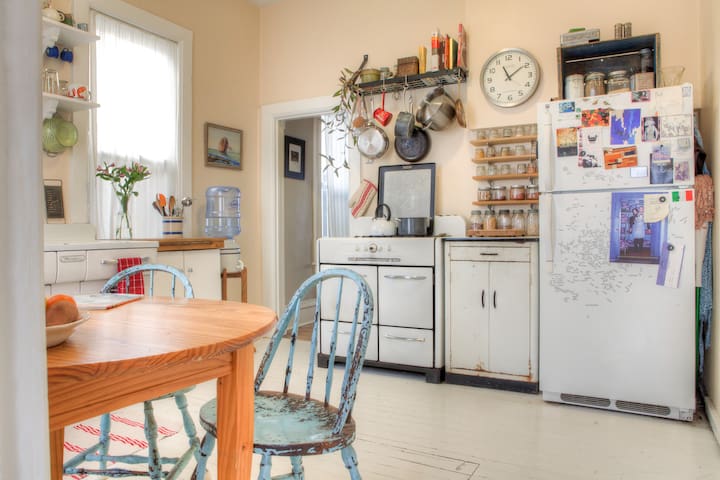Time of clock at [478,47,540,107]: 11:09
